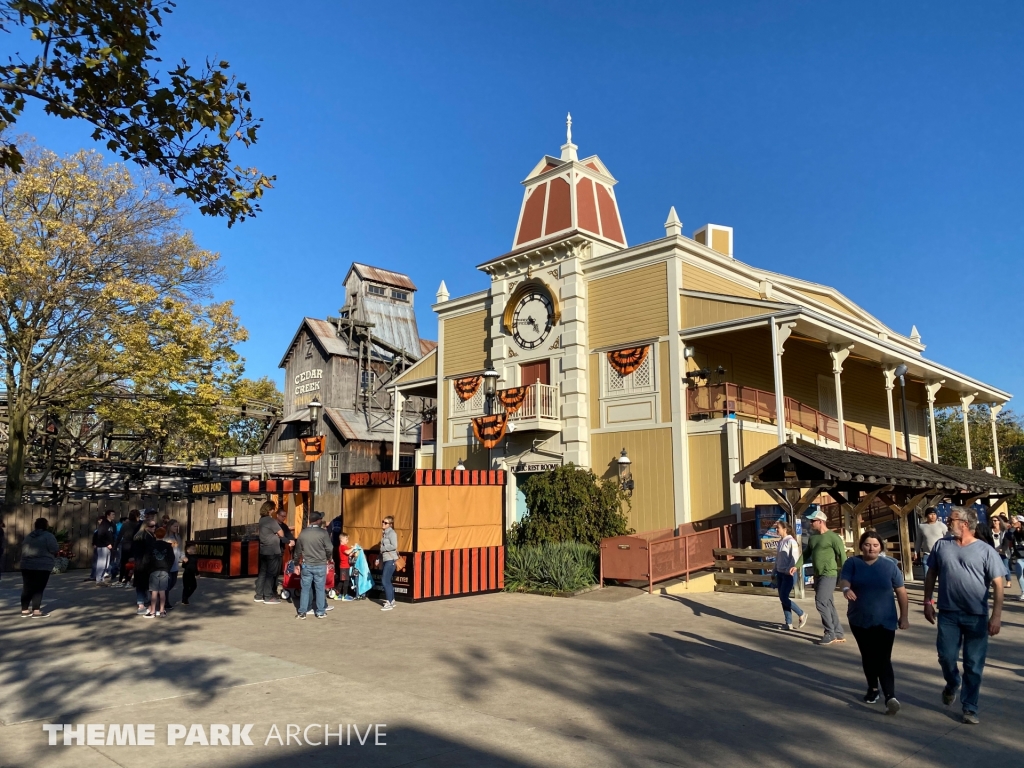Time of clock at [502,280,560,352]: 4:45
